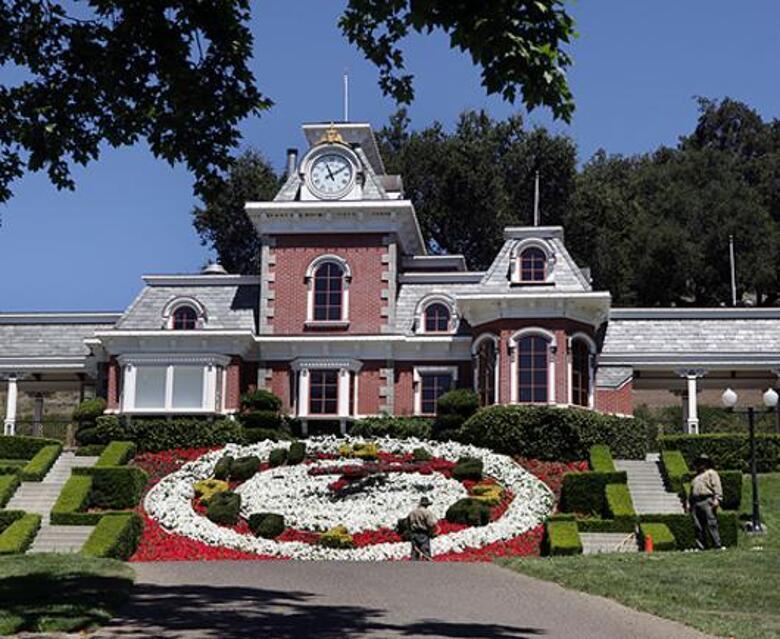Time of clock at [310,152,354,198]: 11:09
